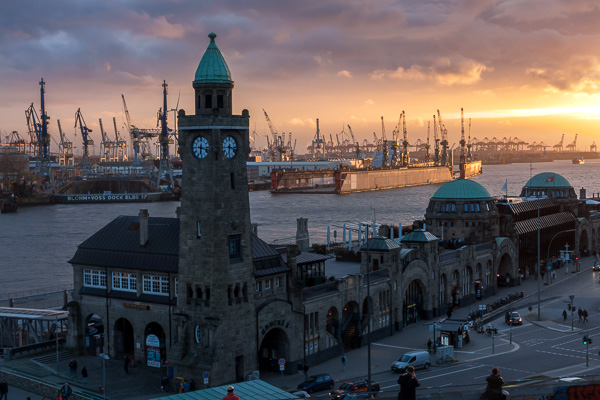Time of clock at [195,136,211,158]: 6:18
